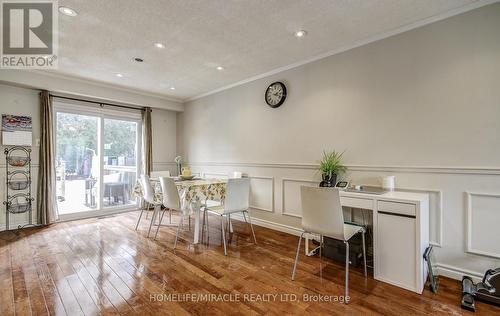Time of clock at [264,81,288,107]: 2:18
